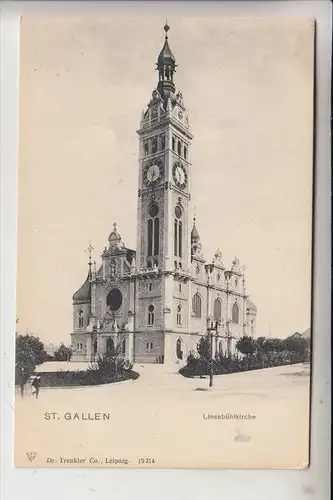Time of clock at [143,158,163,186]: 6:32
